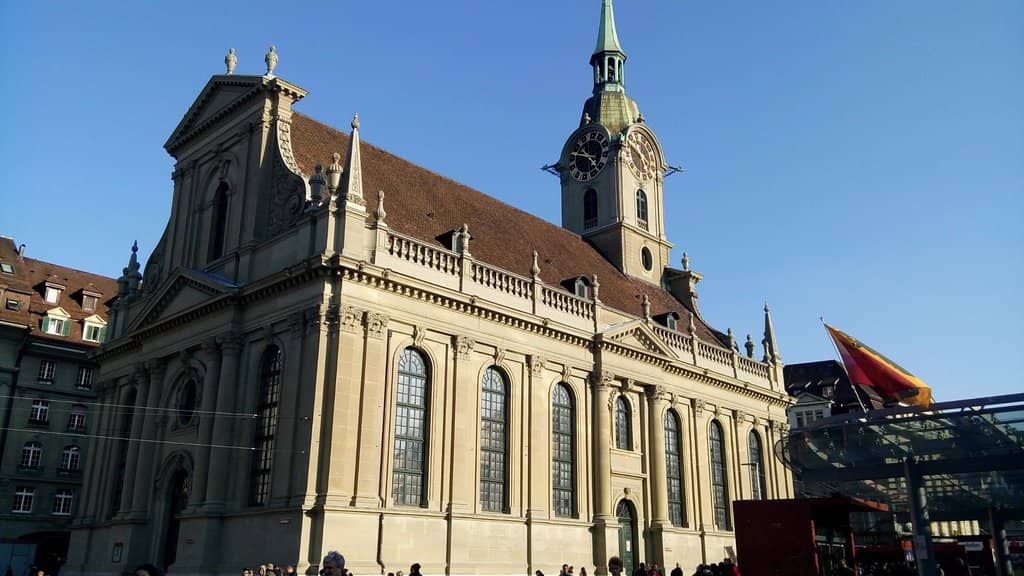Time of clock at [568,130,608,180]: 9:22
